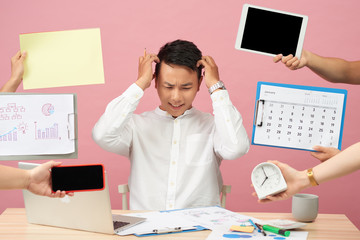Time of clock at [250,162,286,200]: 6:56
